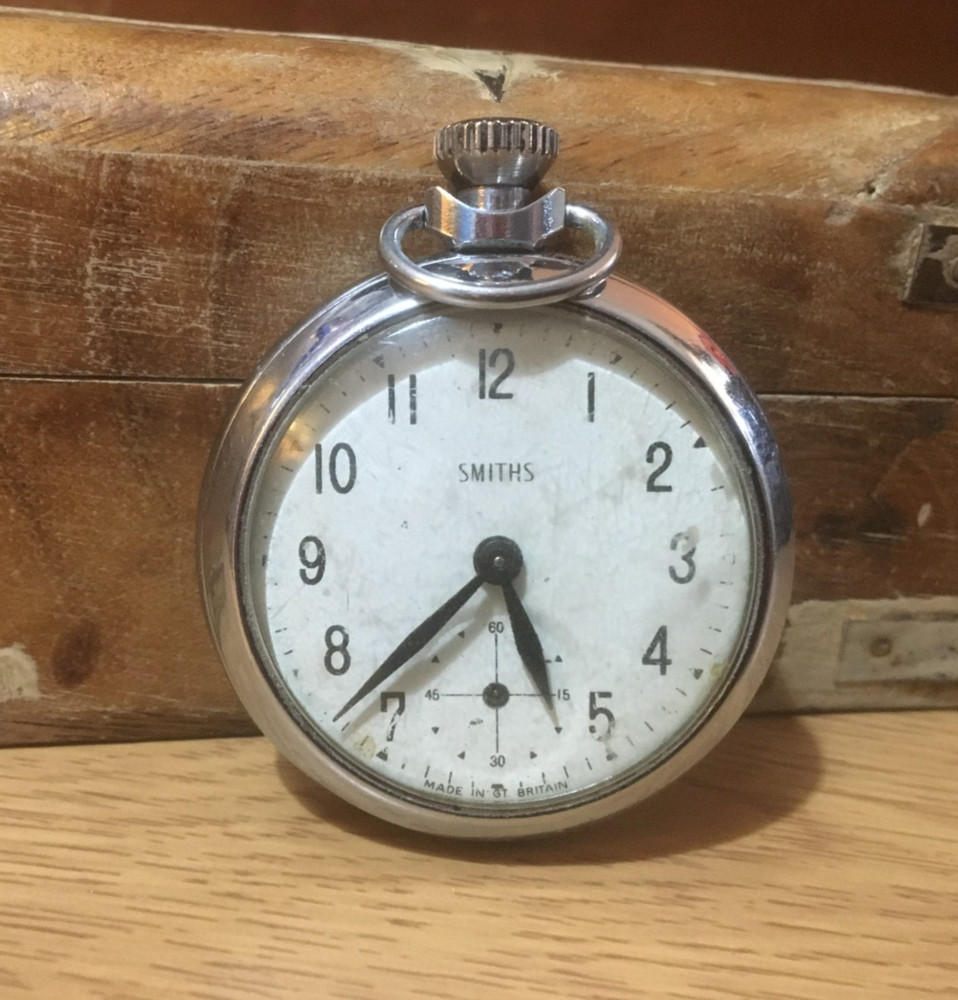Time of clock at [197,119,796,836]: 5:37
